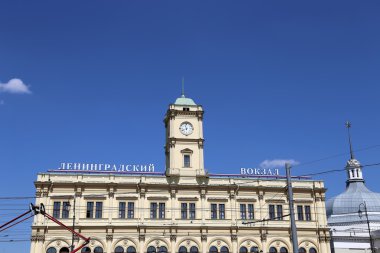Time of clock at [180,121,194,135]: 11:41
